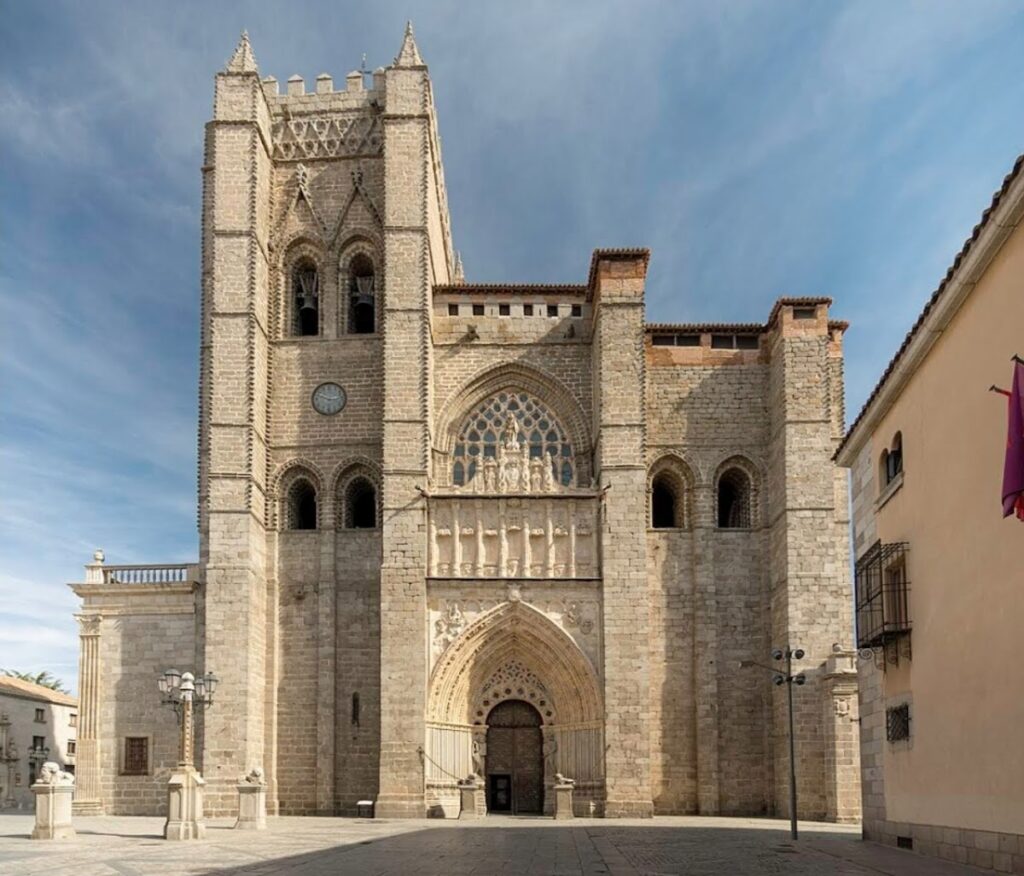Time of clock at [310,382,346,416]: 2:48
